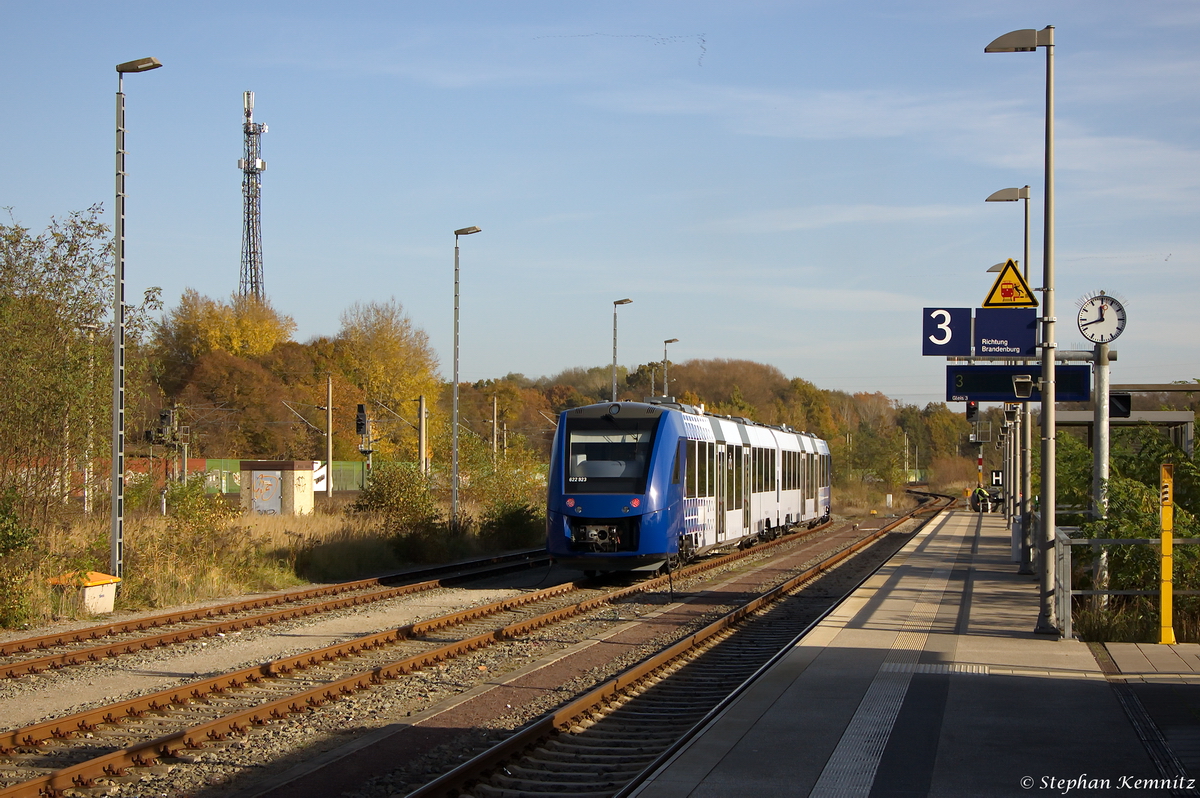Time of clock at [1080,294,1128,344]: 11:42
